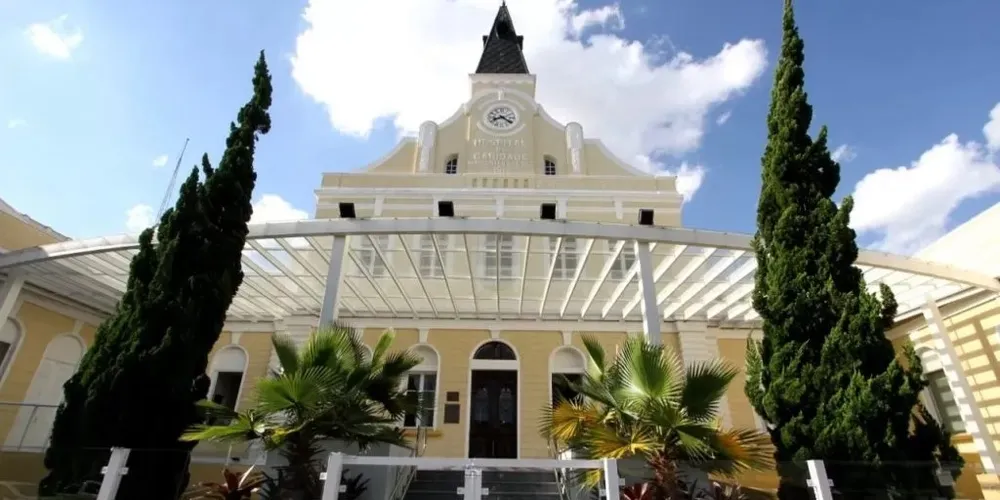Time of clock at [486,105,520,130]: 8:20
